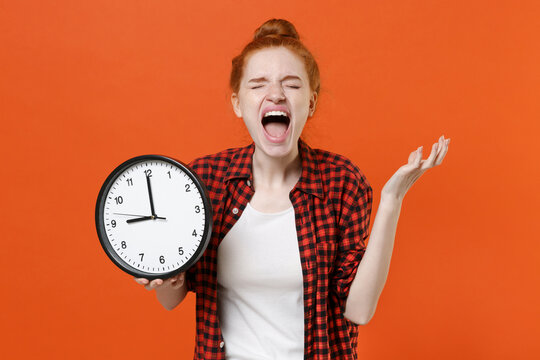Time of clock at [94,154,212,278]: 8:59
